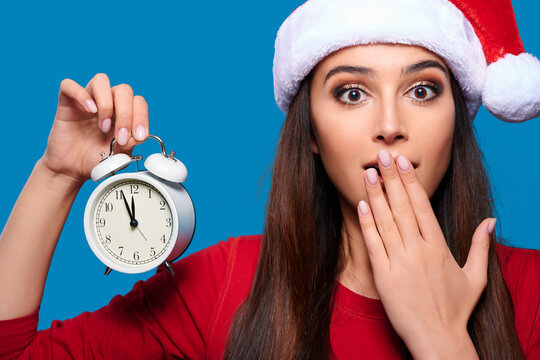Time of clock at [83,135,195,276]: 11:56
